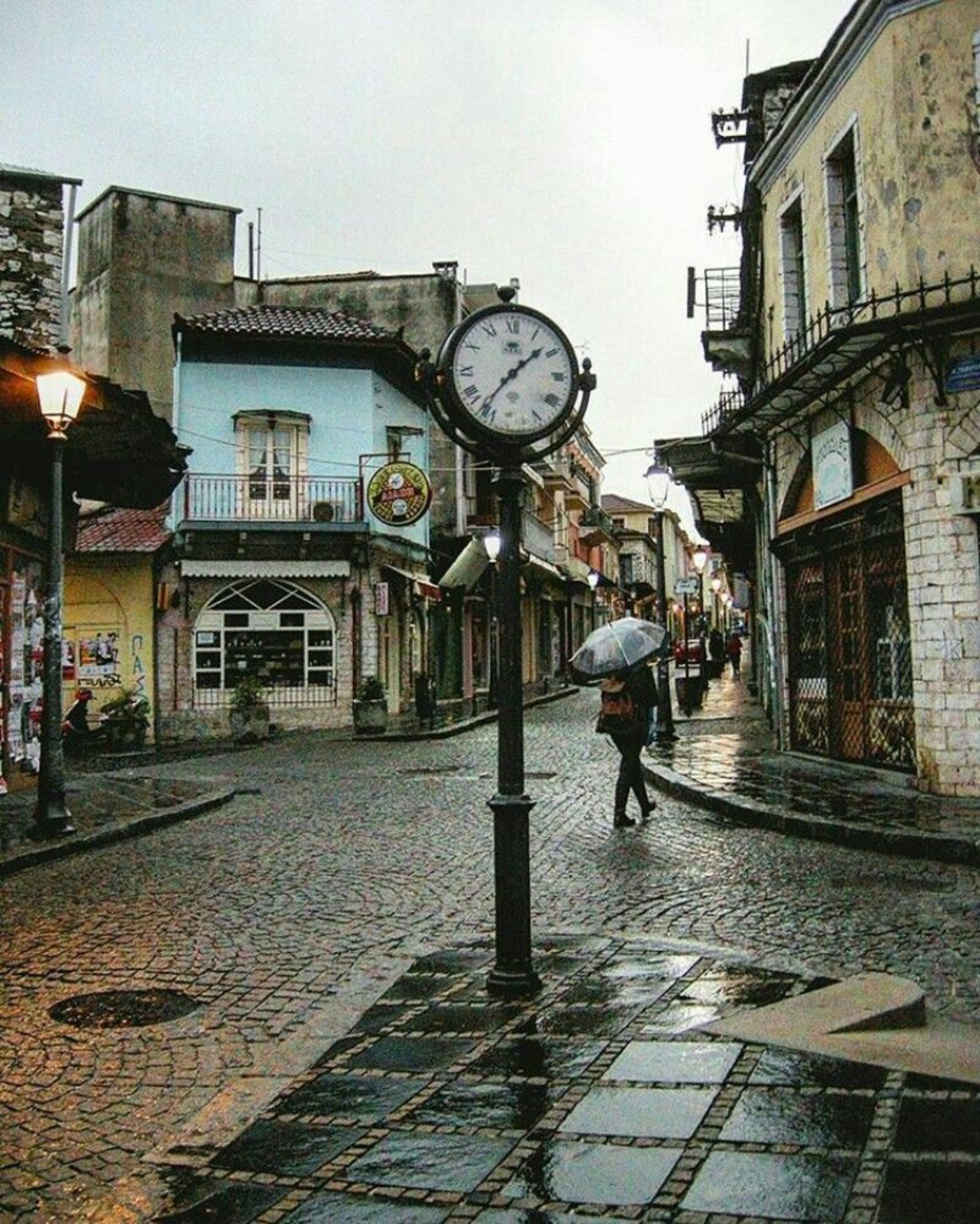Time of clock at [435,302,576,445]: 1:36
